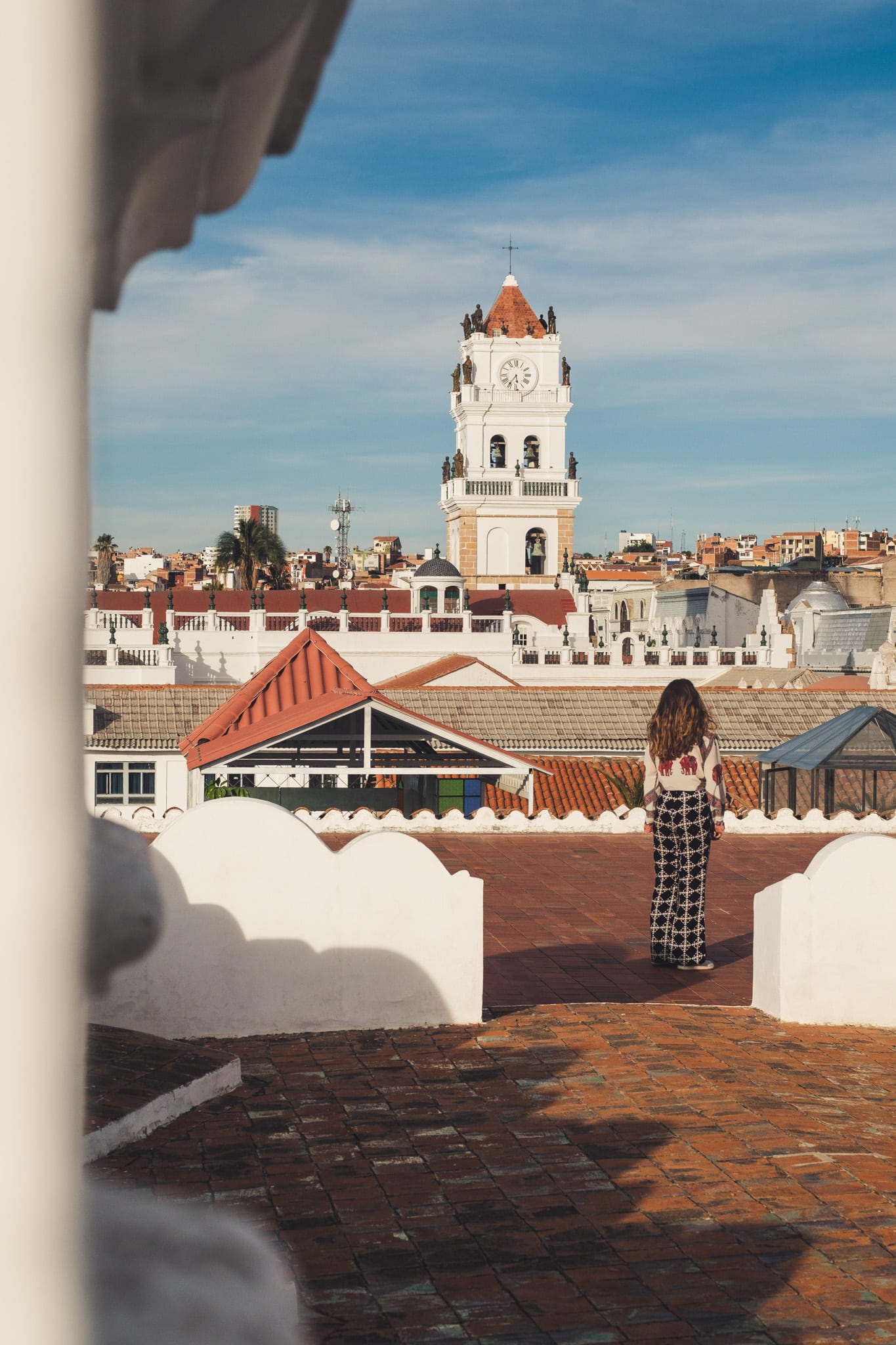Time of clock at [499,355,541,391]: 5:36
